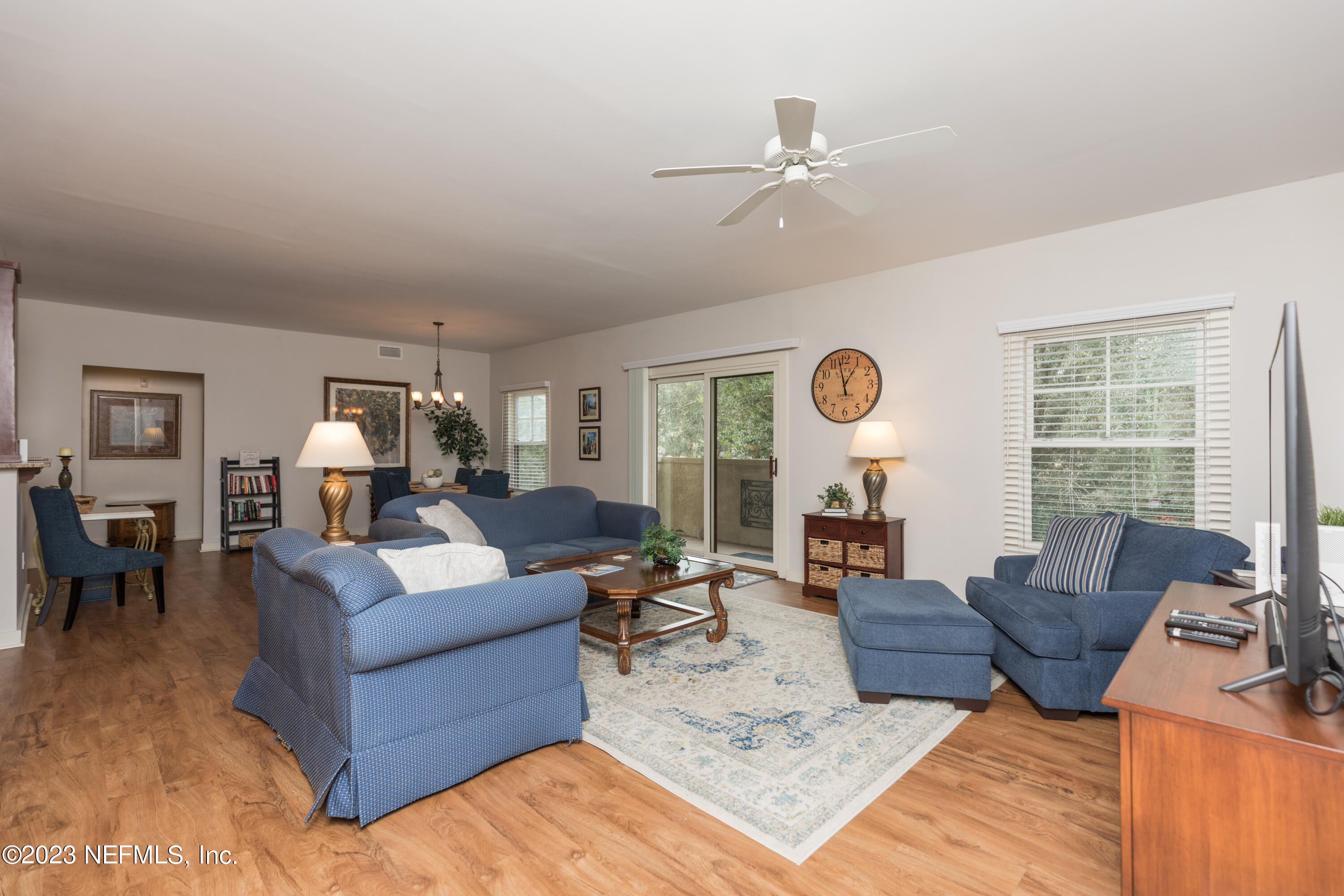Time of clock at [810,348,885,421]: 12:57
